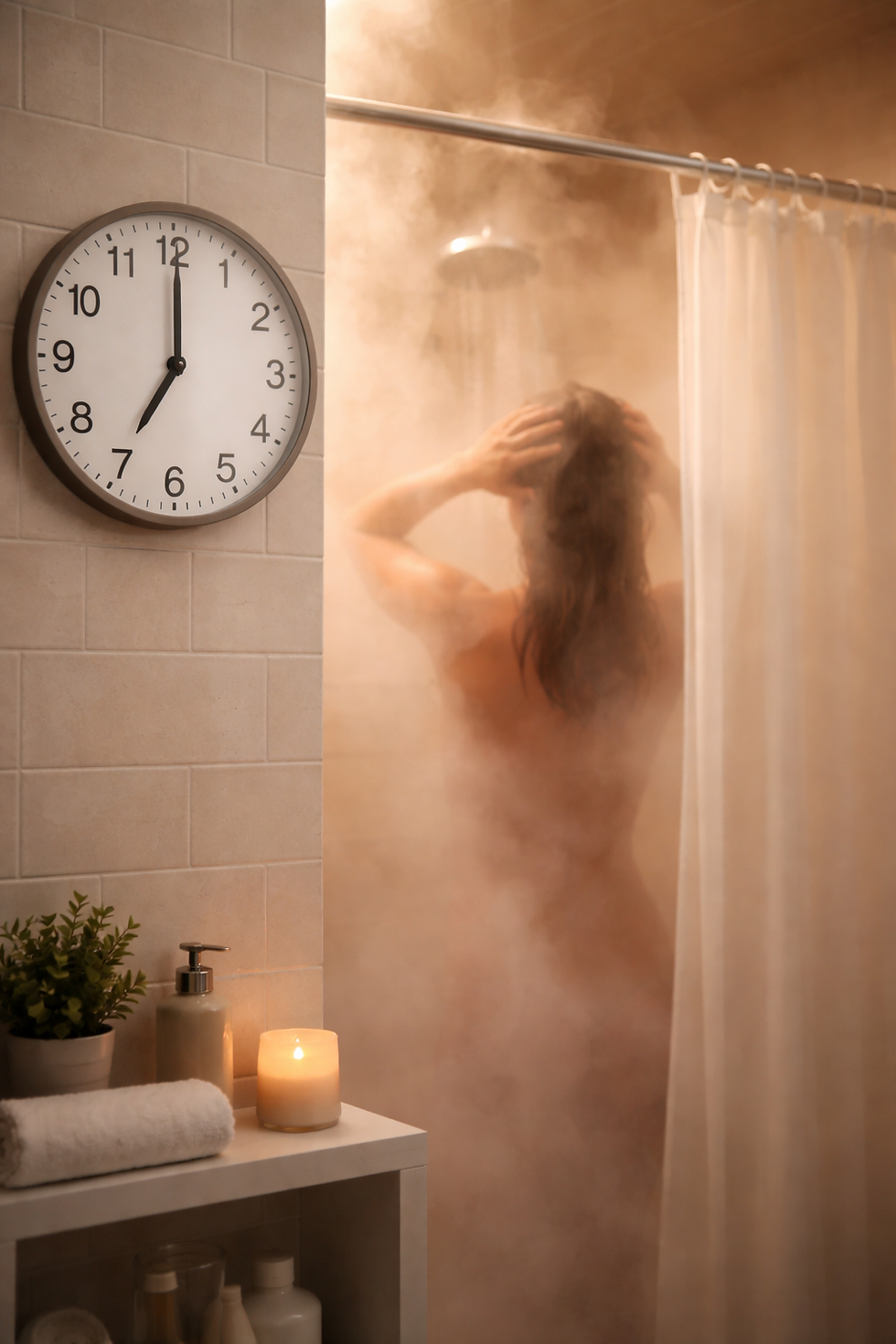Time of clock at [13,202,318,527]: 7:00
